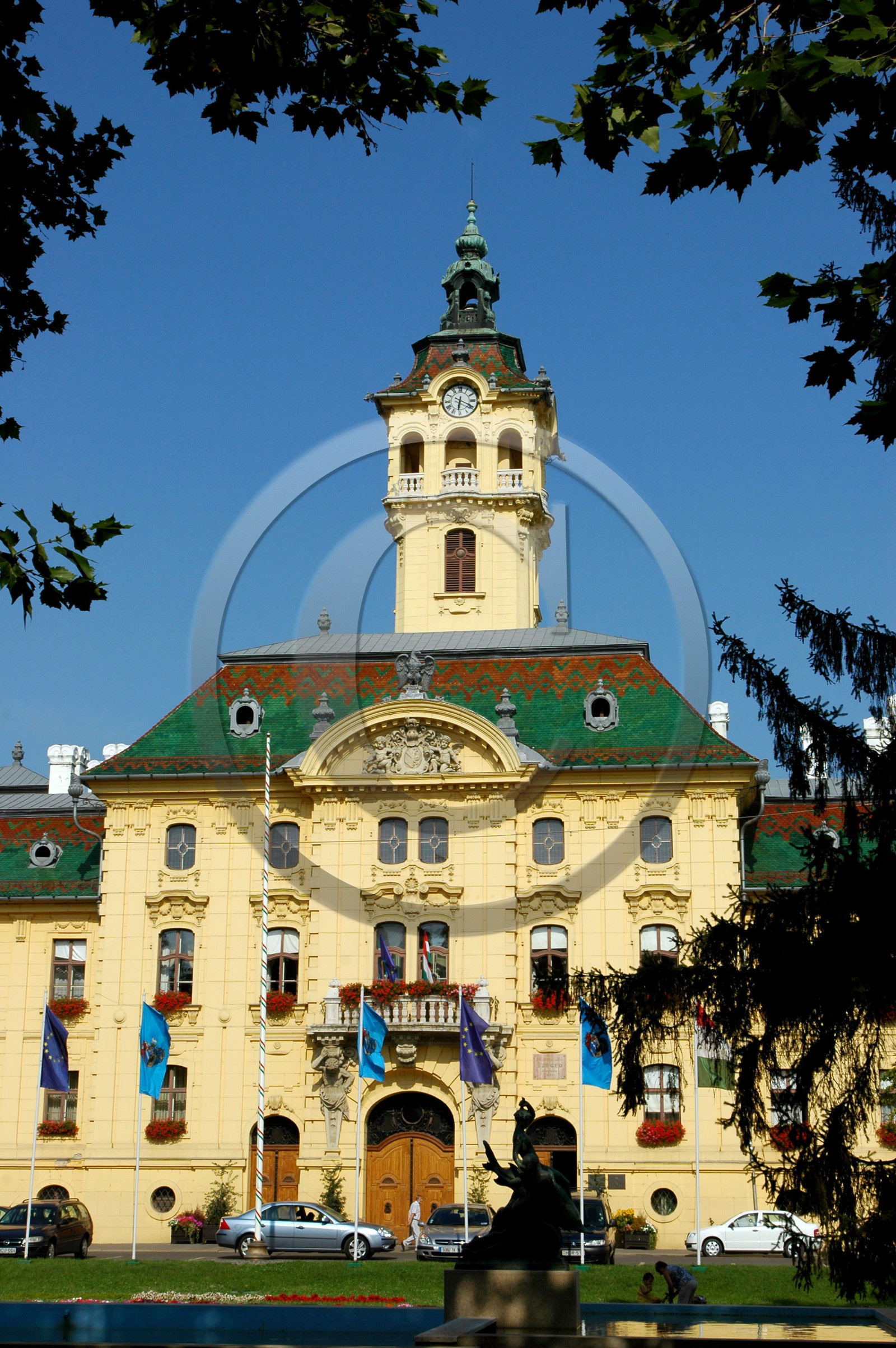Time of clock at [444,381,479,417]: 6:19
